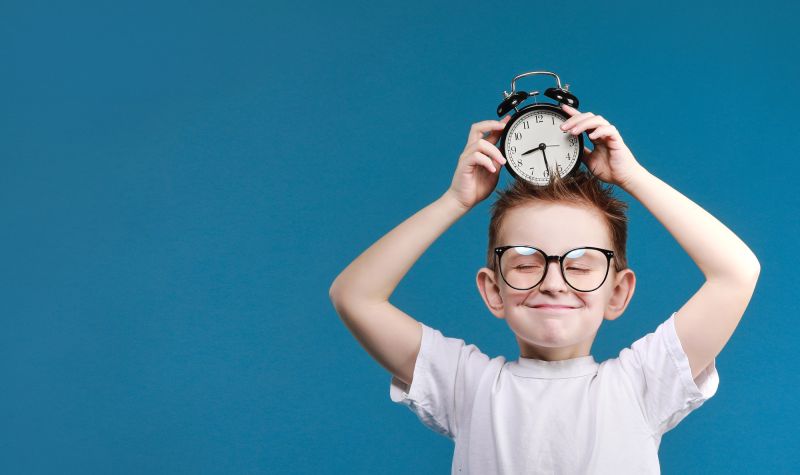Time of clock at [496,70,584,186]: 8:28
